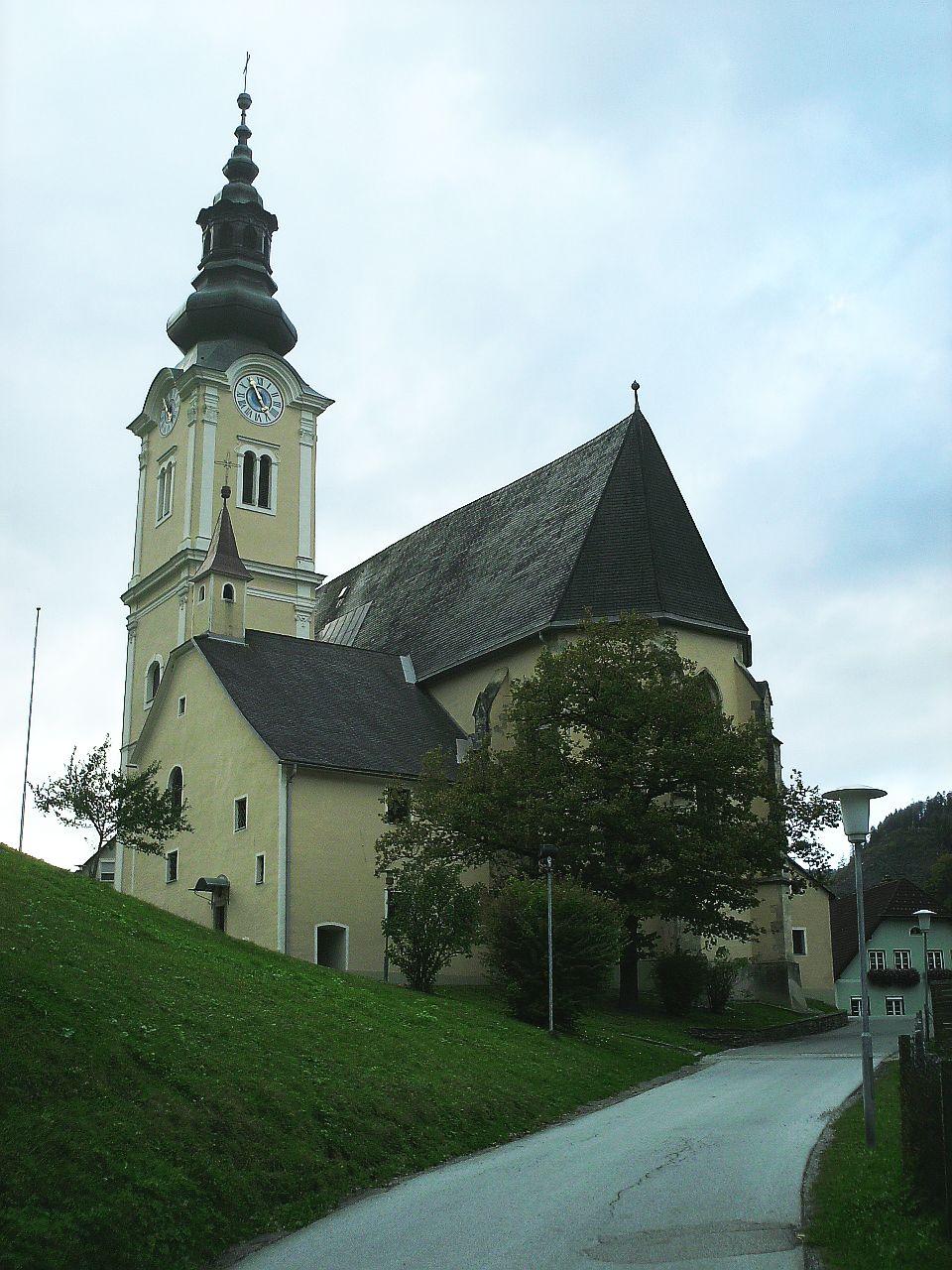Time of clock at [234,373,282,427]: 4:55
